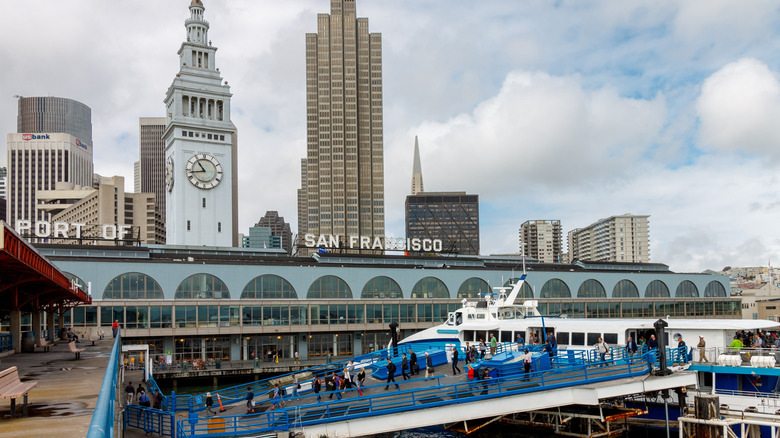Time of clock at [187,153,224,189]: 10:43
